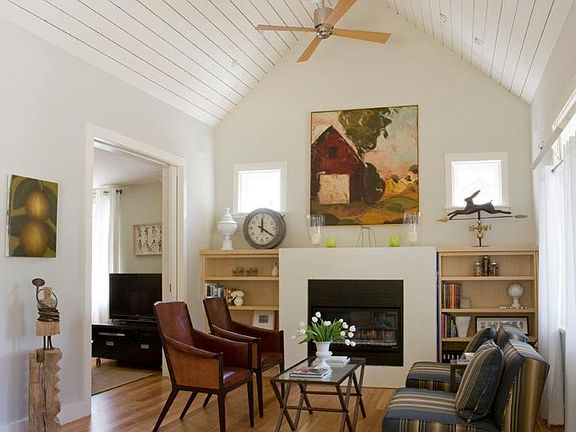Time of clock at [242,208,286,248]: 12:20
